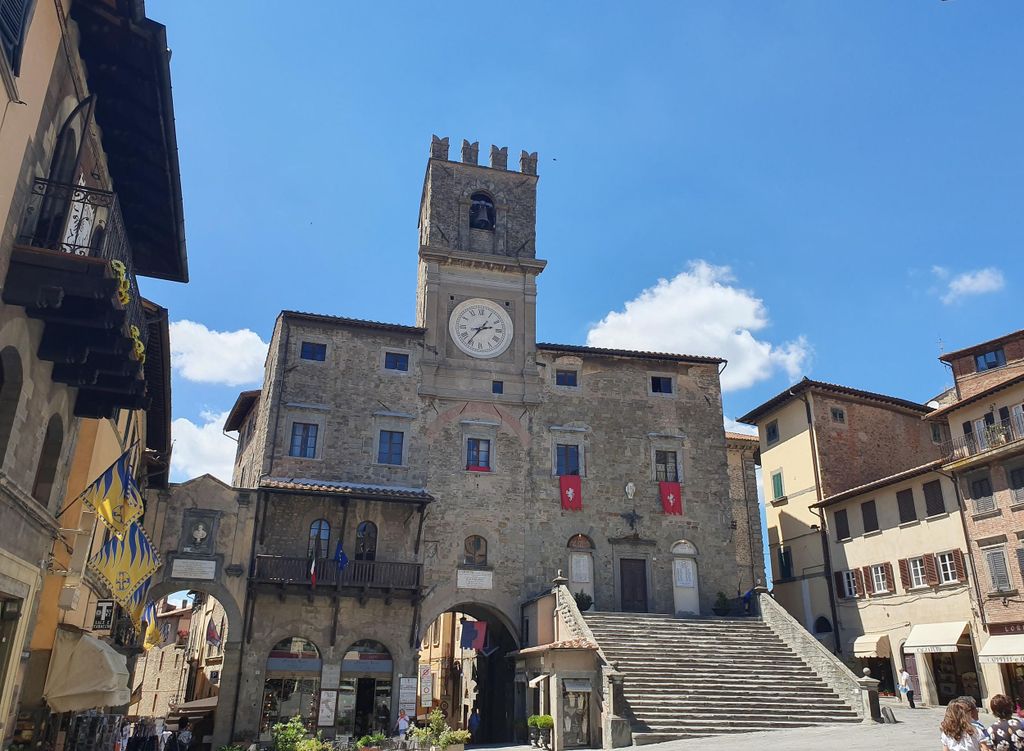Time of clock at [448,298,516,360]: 2:36
